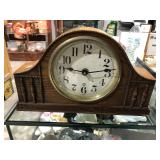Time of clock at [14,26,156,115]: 9:13
